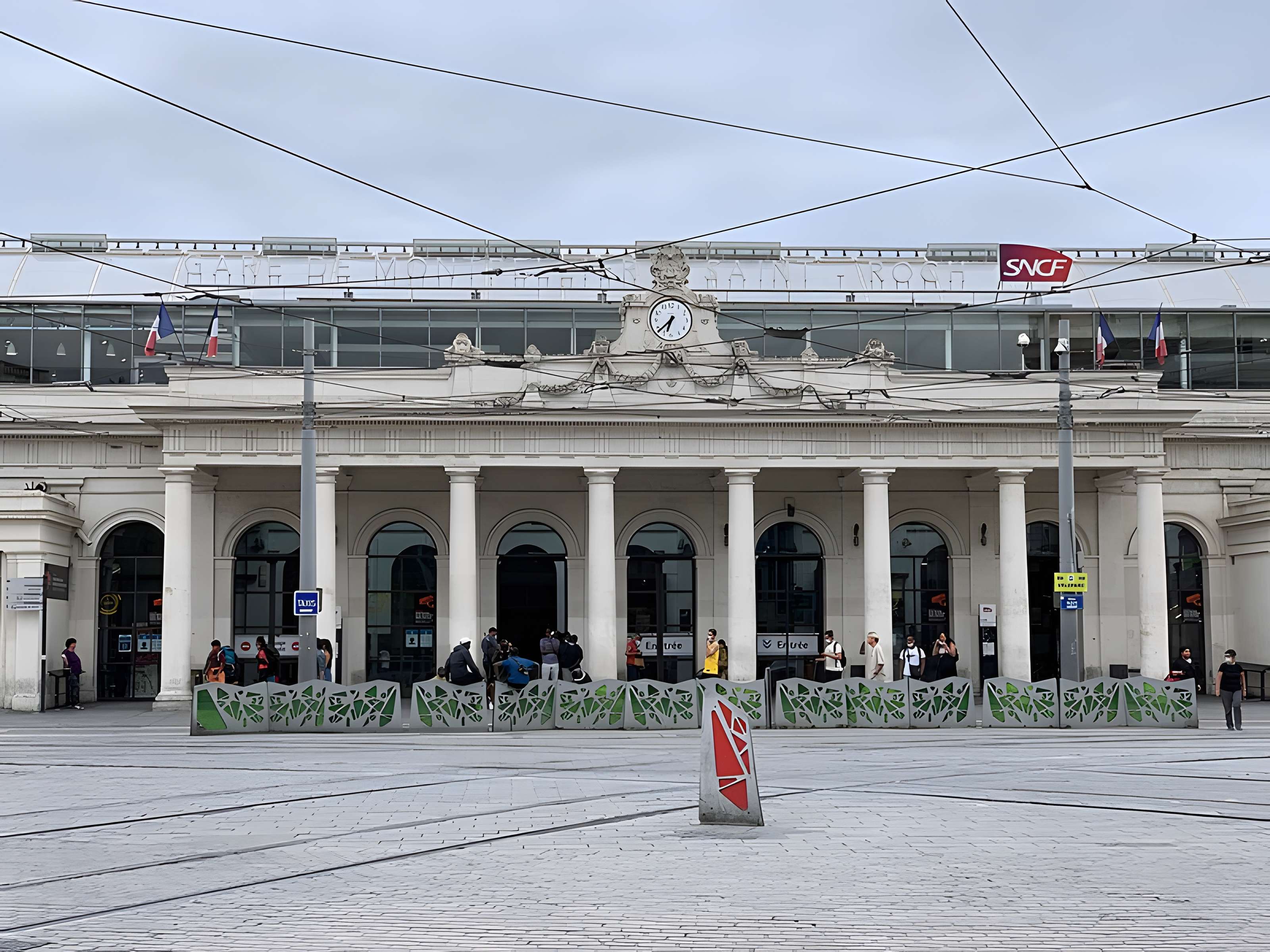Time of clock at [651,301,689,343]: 6:38
